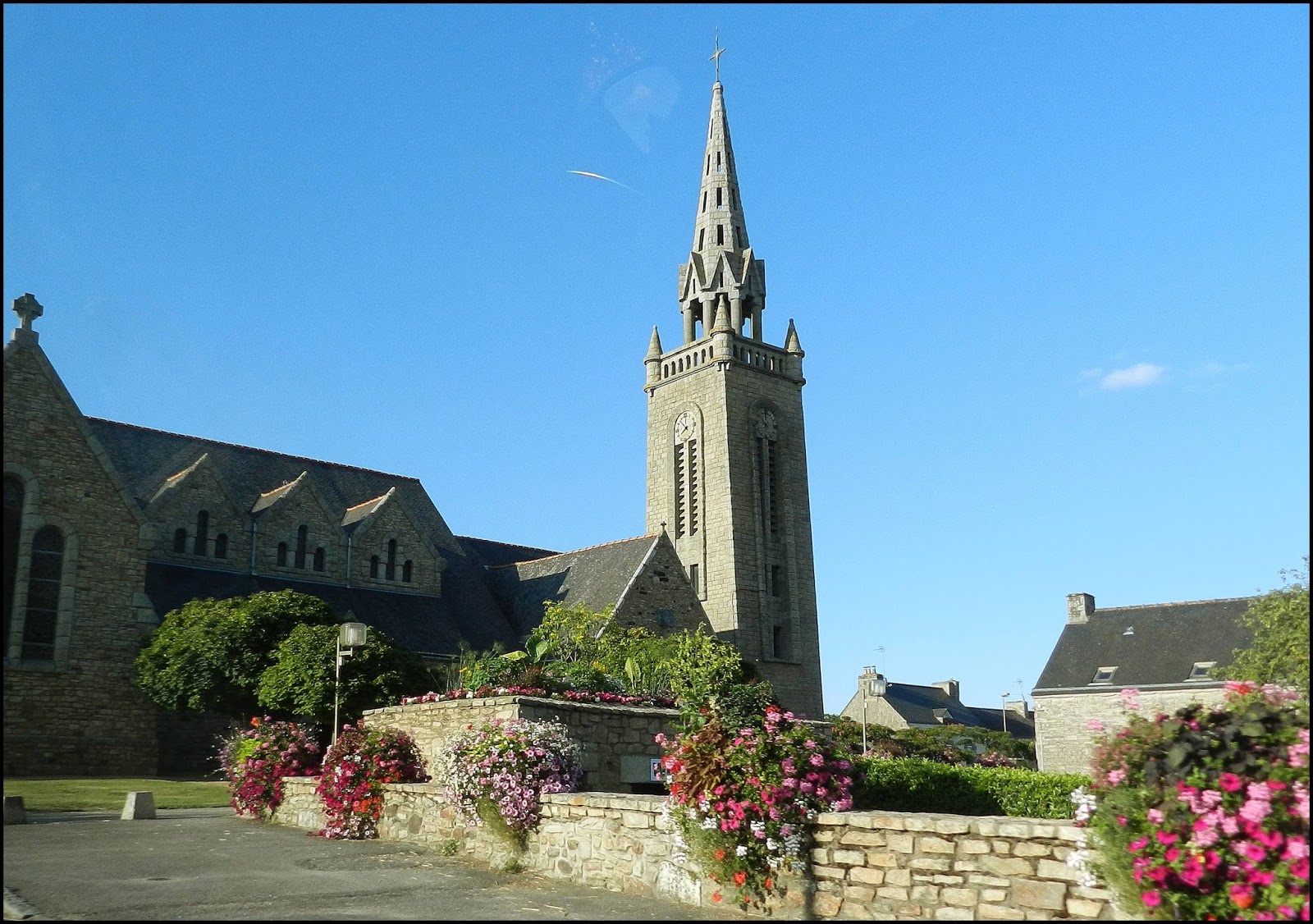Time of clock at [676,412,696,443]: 7:52
